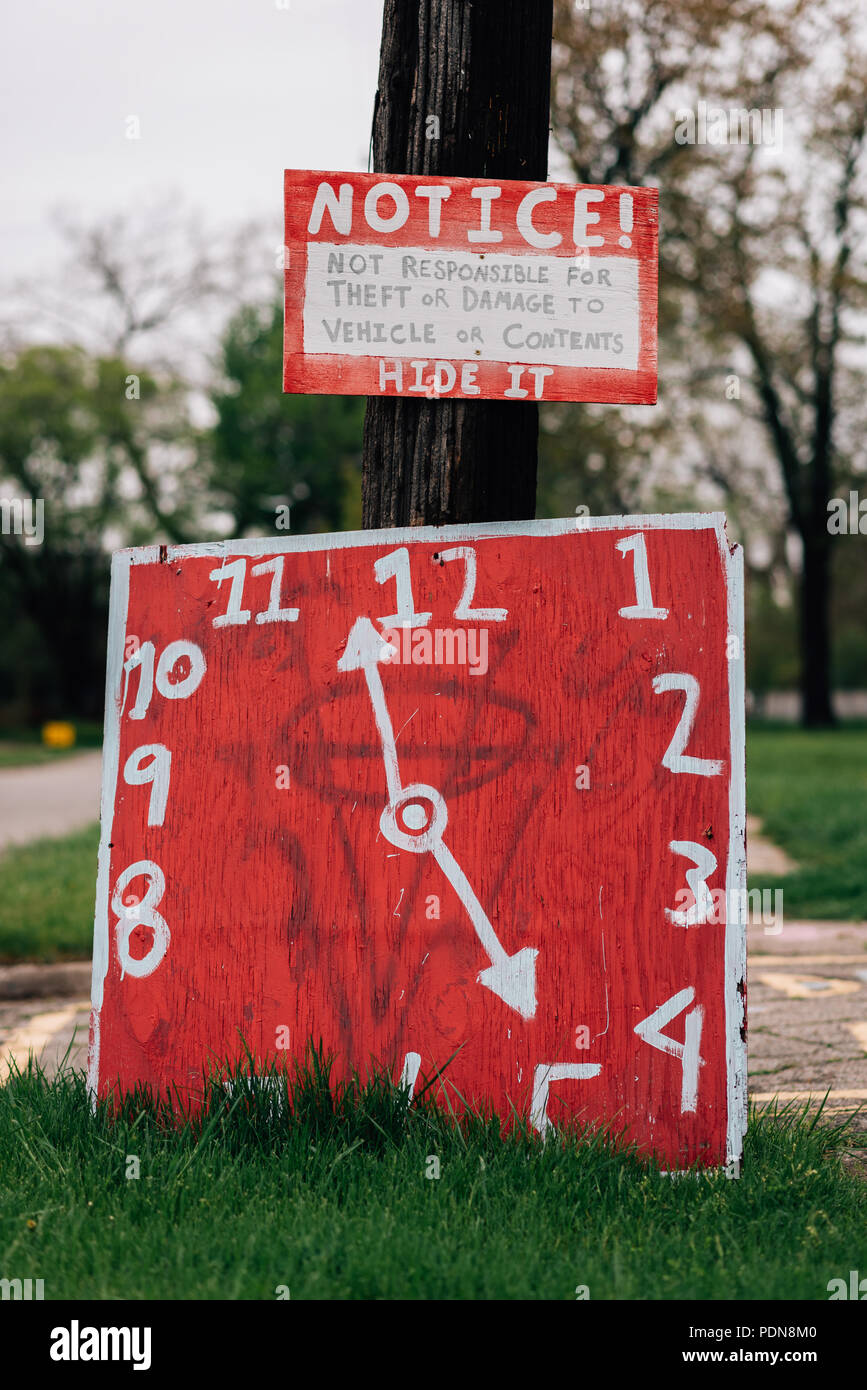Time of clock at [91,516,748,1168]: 4:57
